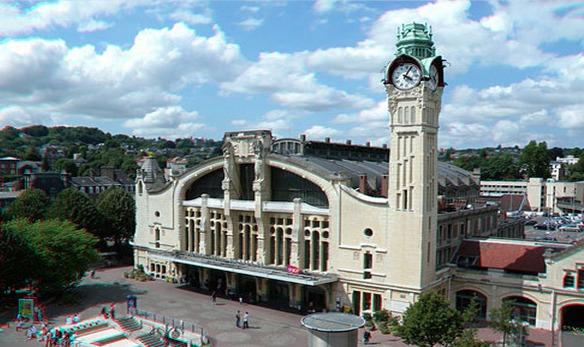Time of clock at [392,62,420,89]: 4:04
